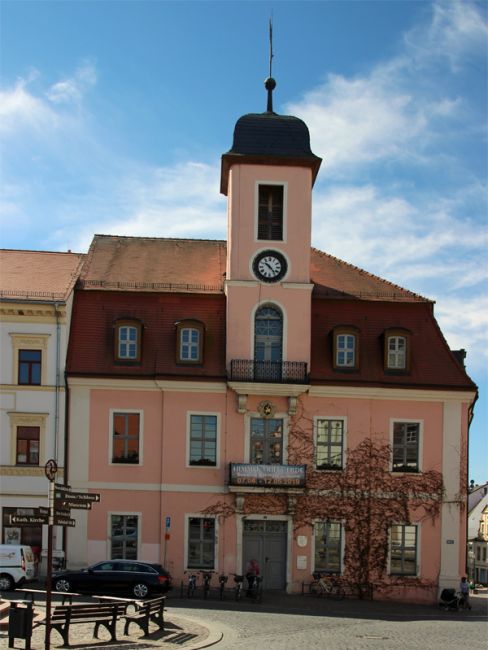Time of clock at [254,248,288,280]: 10:23
